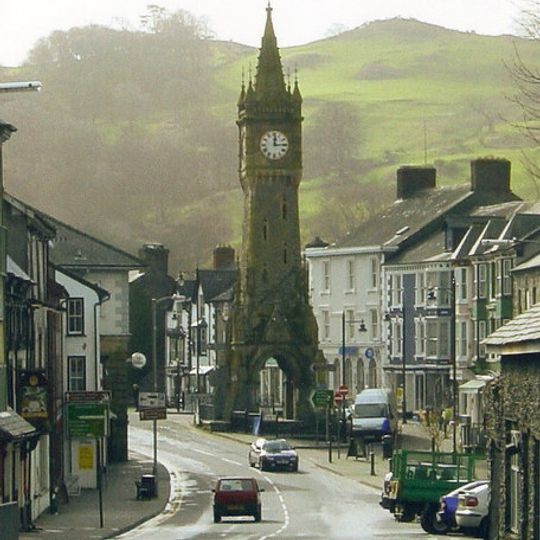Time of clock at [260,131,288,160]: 12:14
